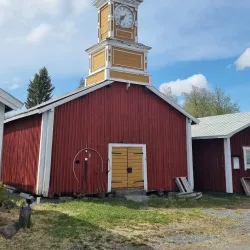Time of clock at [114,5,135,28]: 7:36
